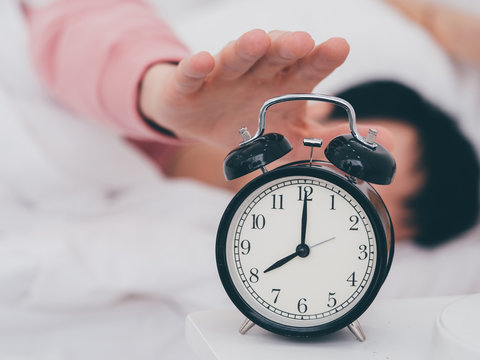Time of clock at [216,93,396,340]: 8:00
